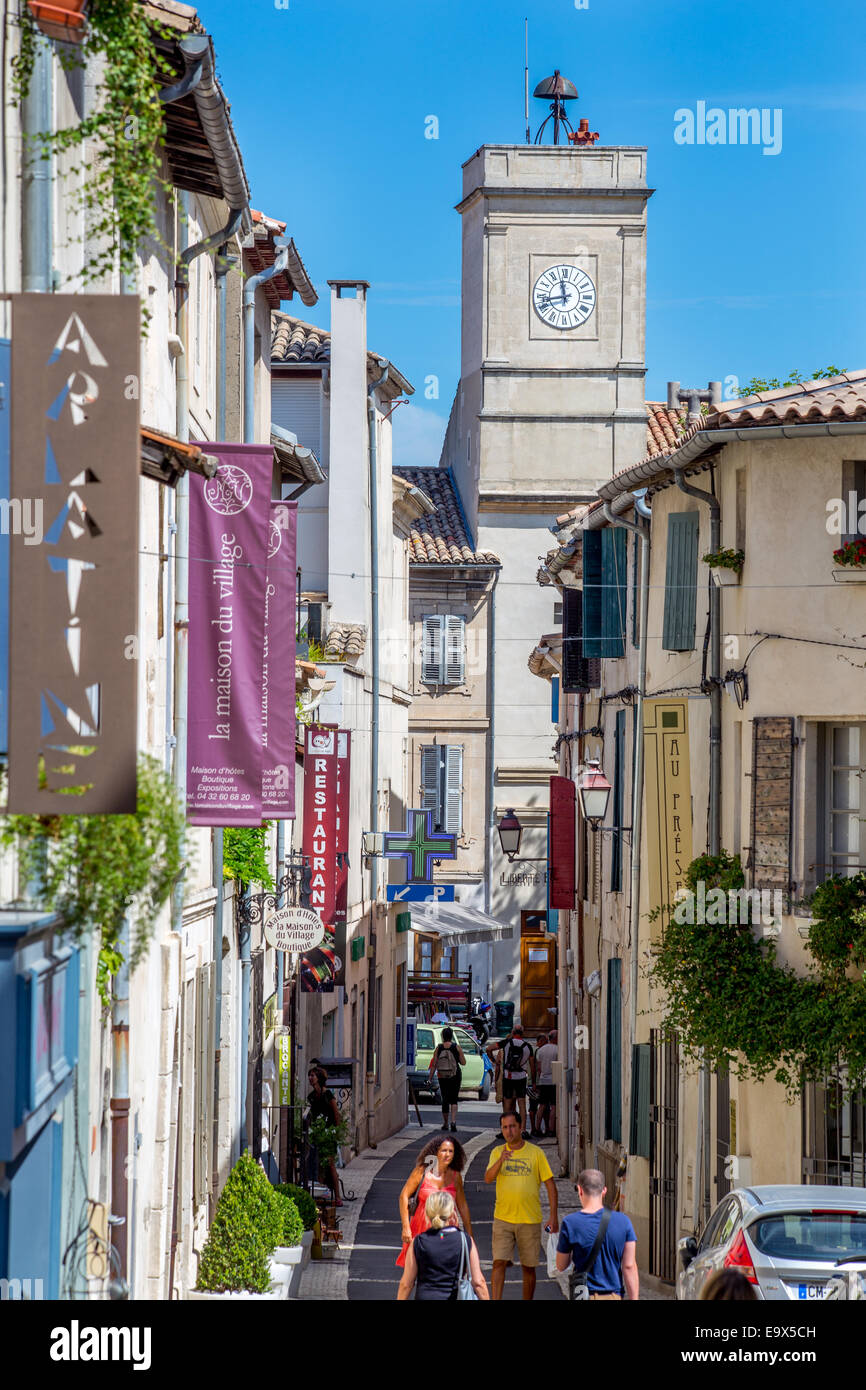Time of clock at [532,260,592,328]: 11:42
